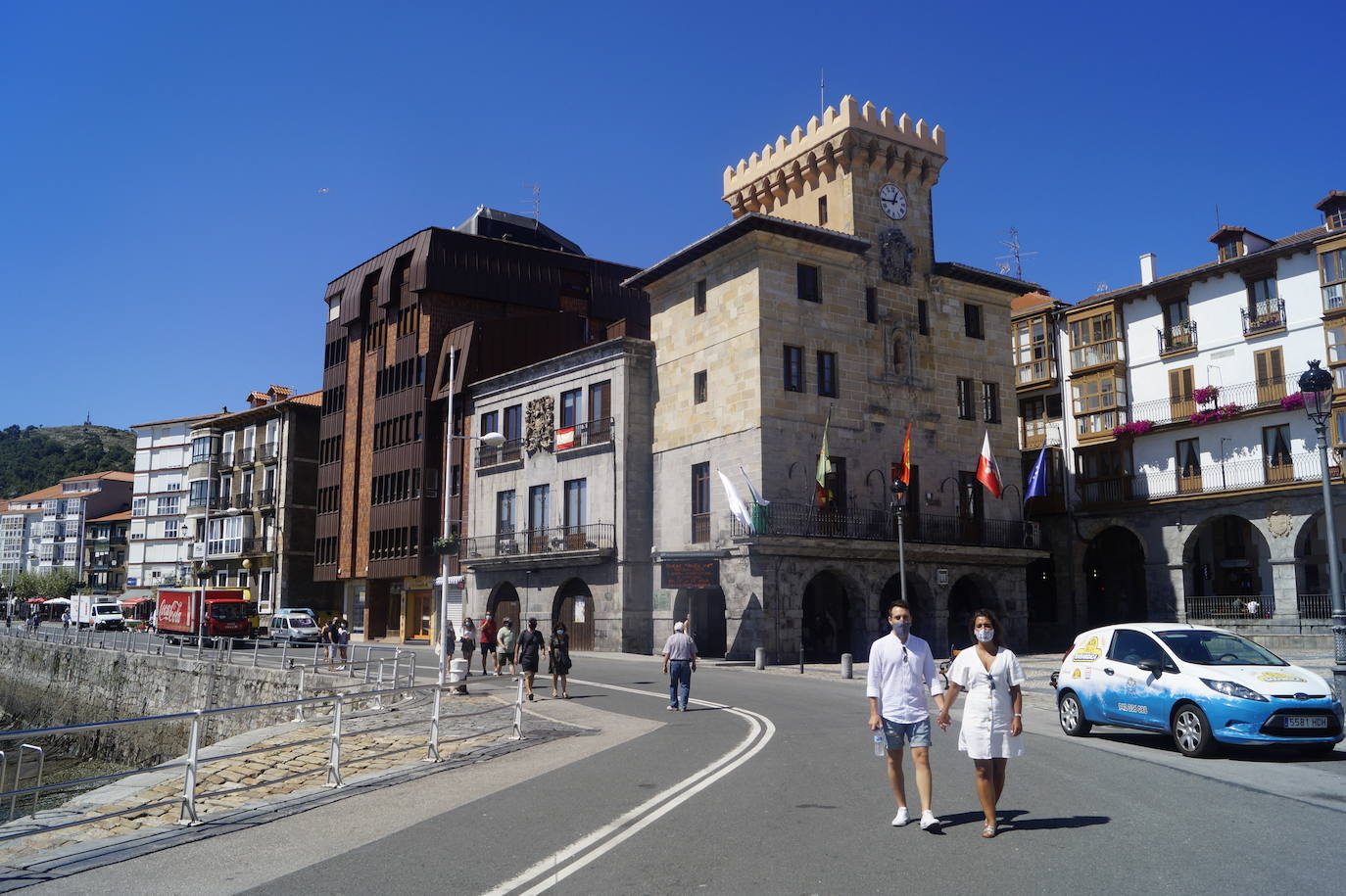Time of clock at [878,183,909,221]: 12:44
